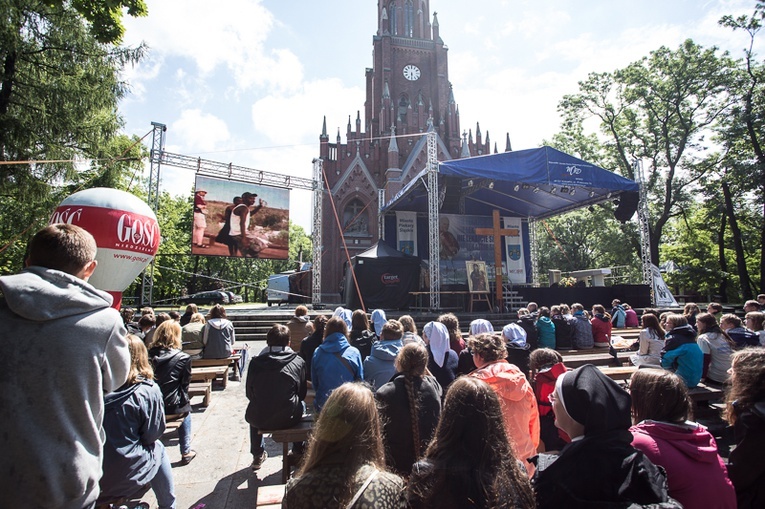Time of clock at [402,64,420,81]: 5:30
